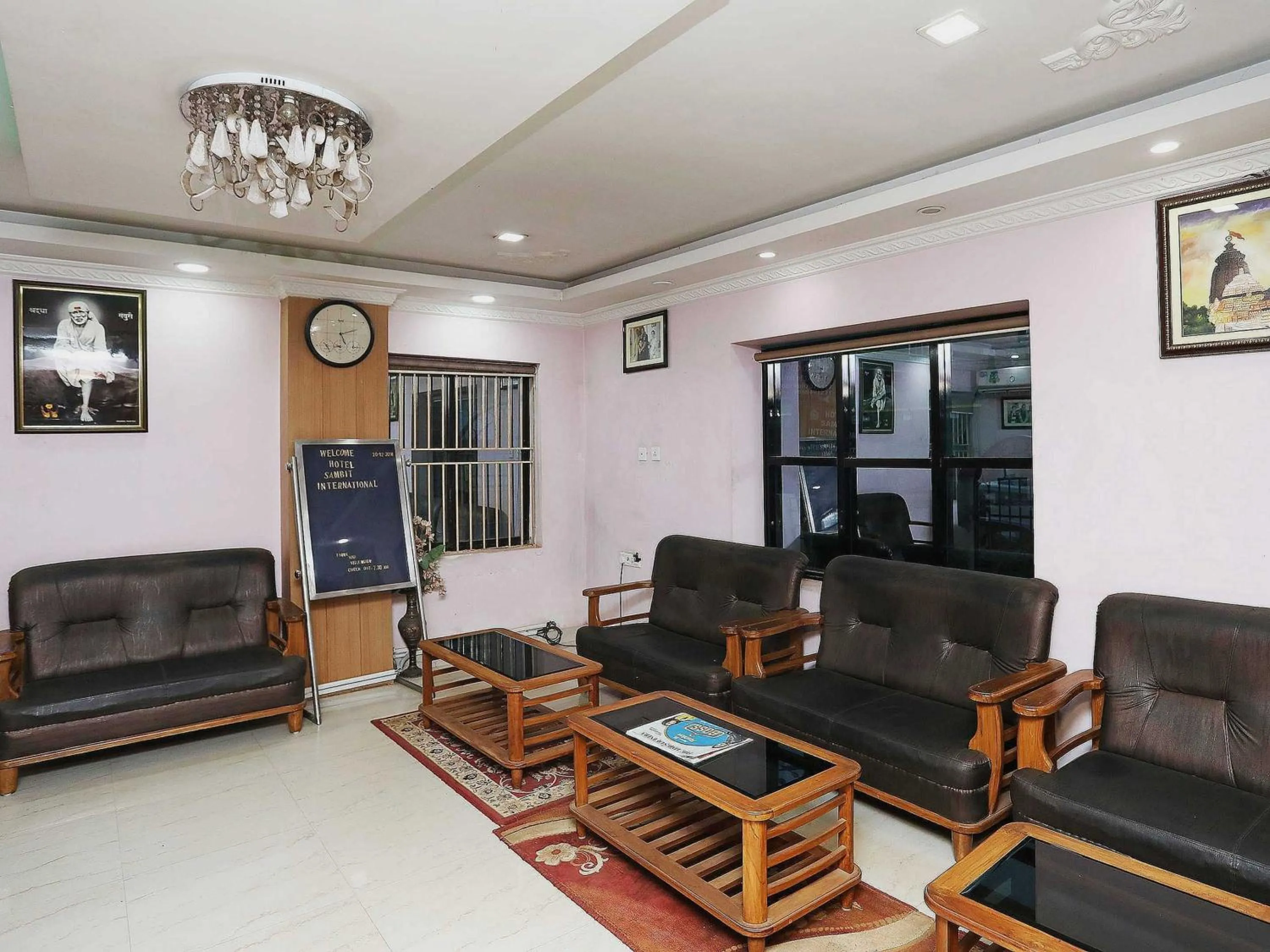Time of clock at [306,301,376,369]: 5:11
